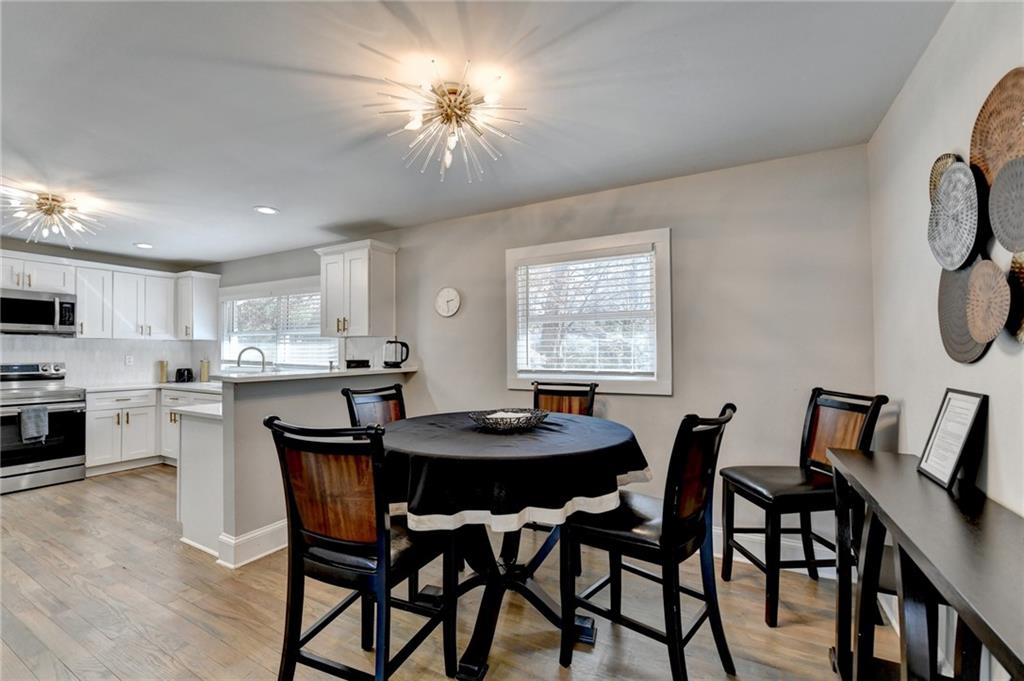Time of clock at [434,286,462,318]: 2:28
